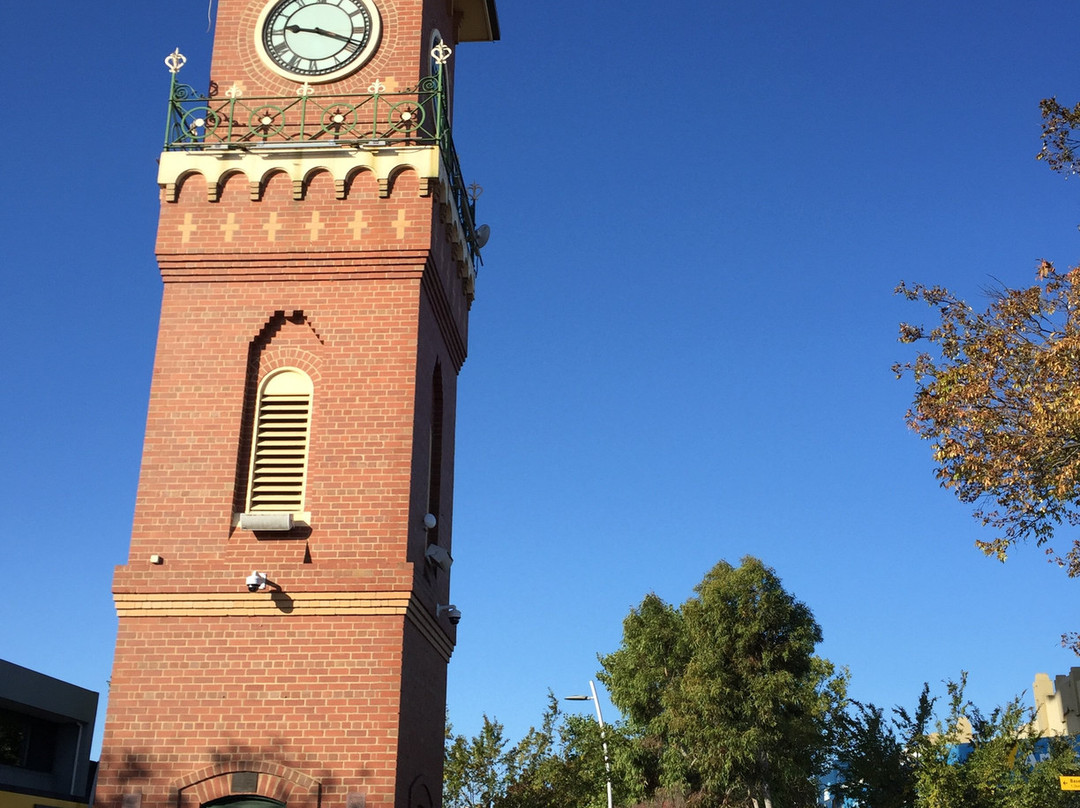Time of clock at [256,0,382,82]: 9:18
